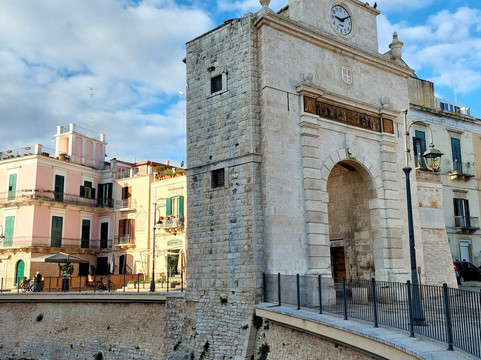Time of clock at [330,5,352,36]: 9:10
